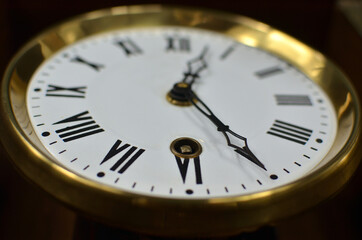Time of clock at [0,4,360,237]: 5:03
